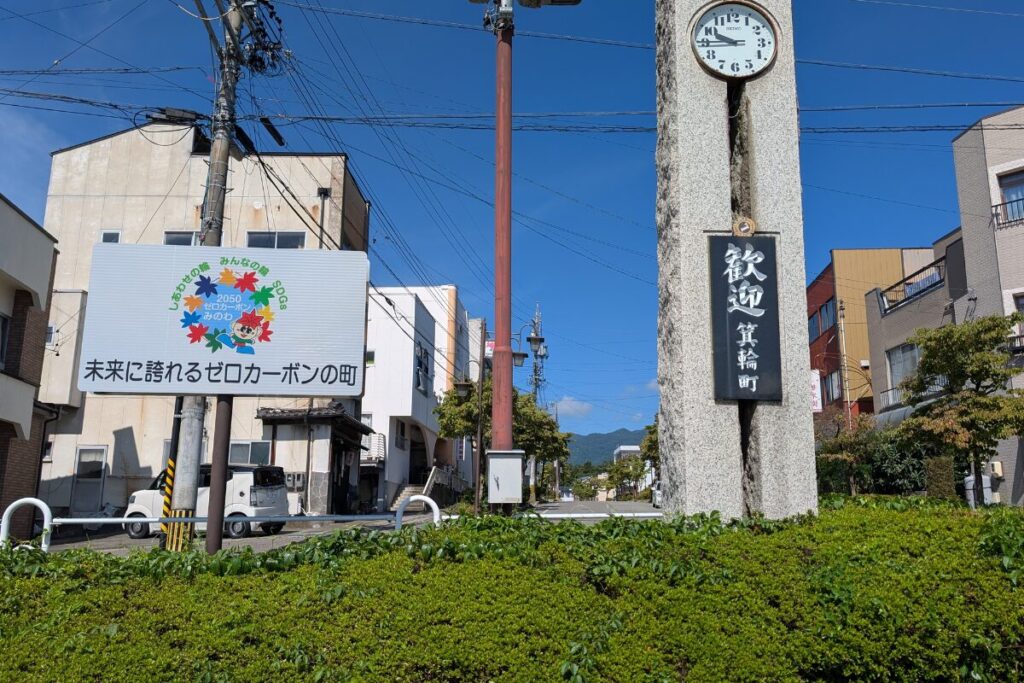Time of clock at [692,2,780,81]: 9:44
